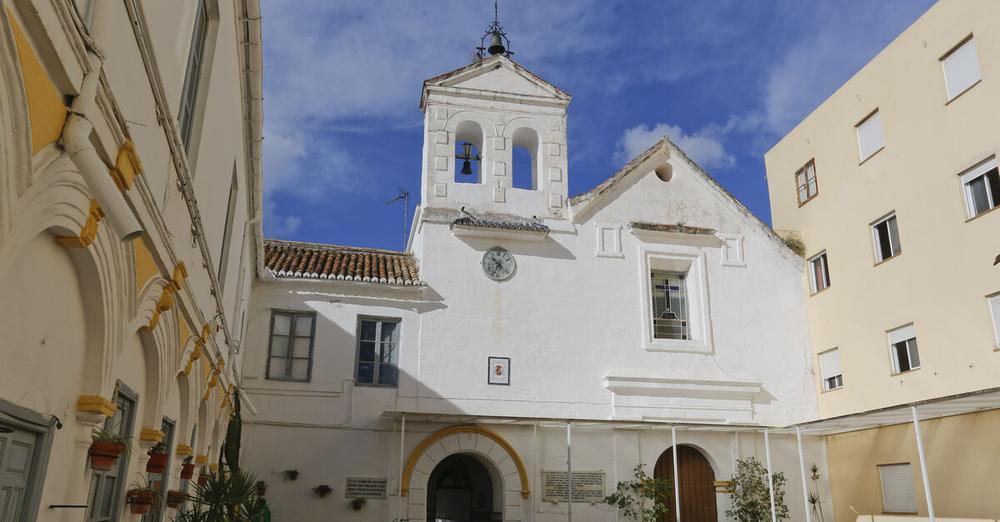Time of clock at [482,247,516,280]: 10:34
